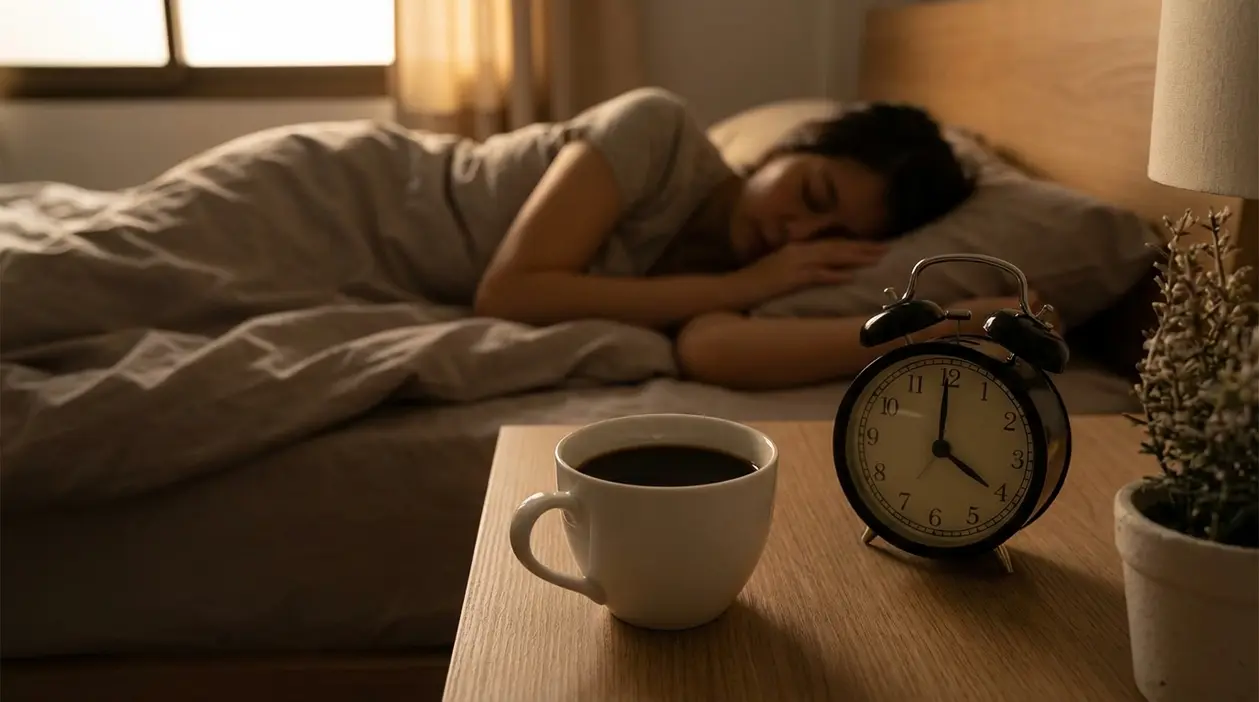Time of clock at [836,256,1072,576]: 4:00
